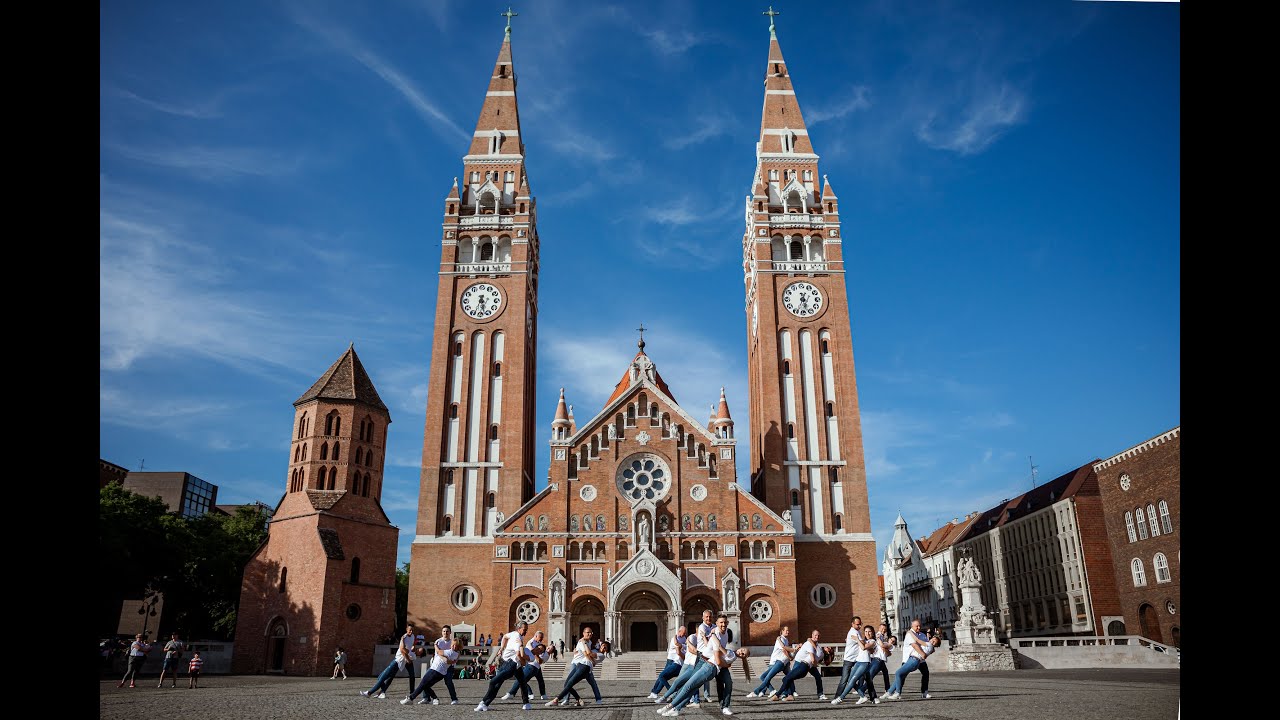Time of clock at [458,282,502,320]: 5:33
